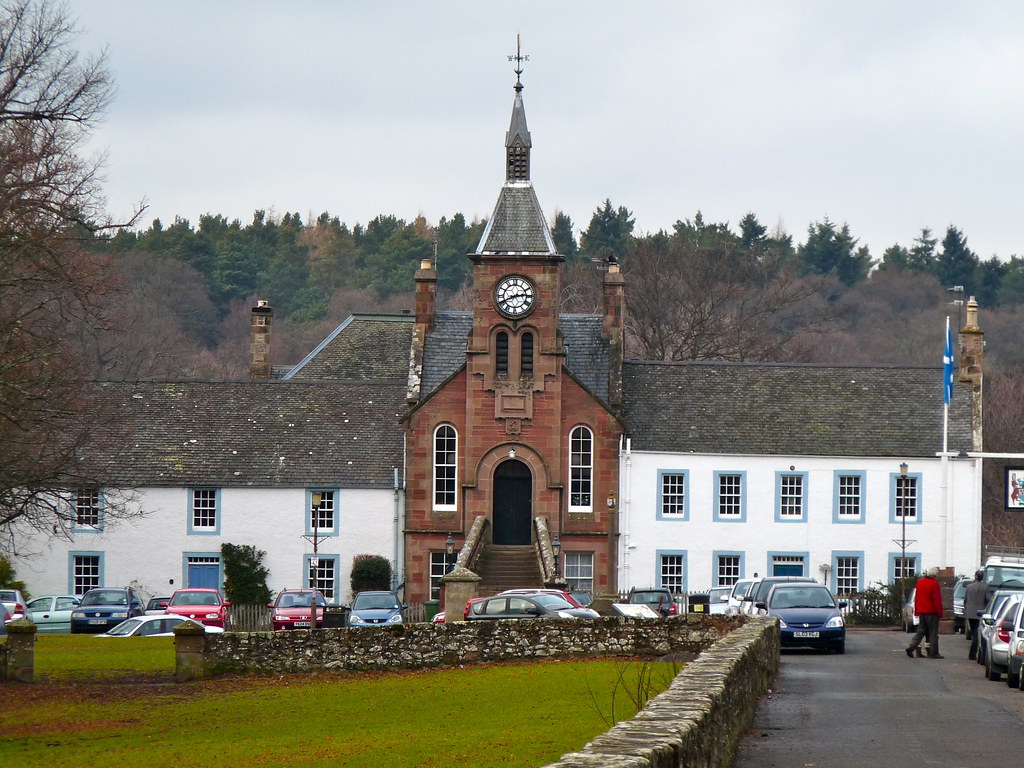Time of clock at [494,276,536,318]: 2:40
